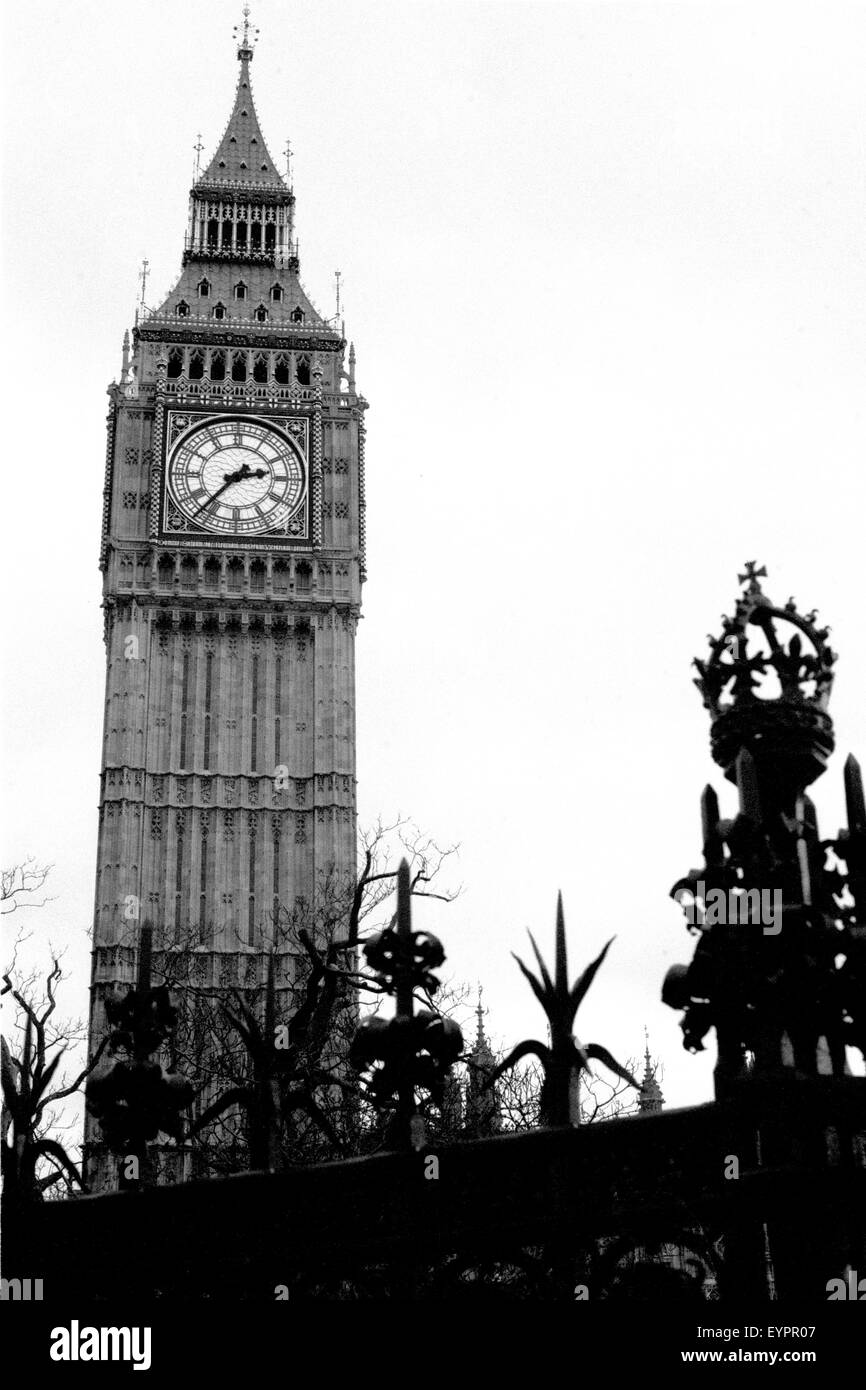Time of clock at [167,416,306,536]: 2:36
